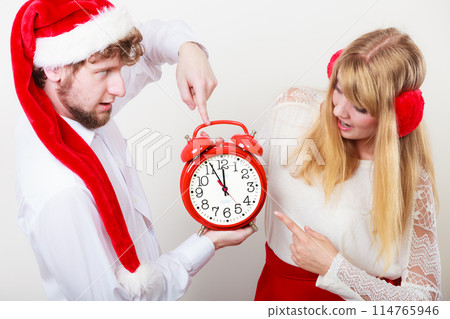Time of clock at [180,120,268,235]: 11:55
